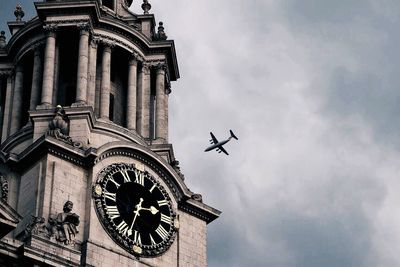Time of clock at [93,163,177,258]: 2:32
